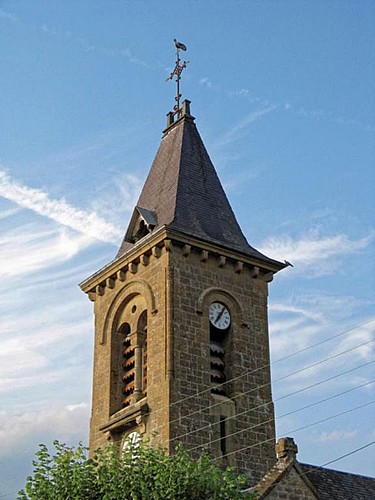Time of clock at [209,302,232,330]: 7:06
